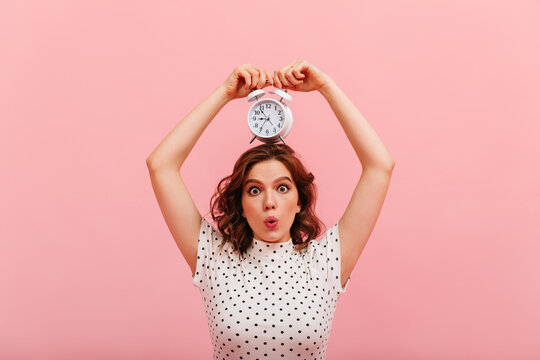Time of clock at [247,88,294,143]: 8:53
